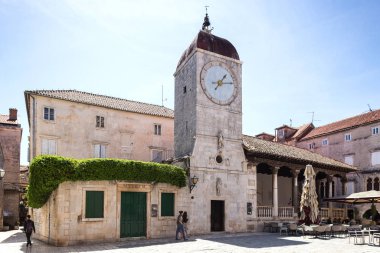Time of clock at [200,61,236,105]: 1:13
